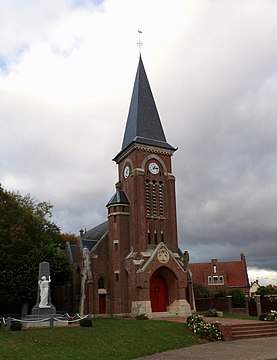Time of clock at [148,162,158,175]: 1:13
